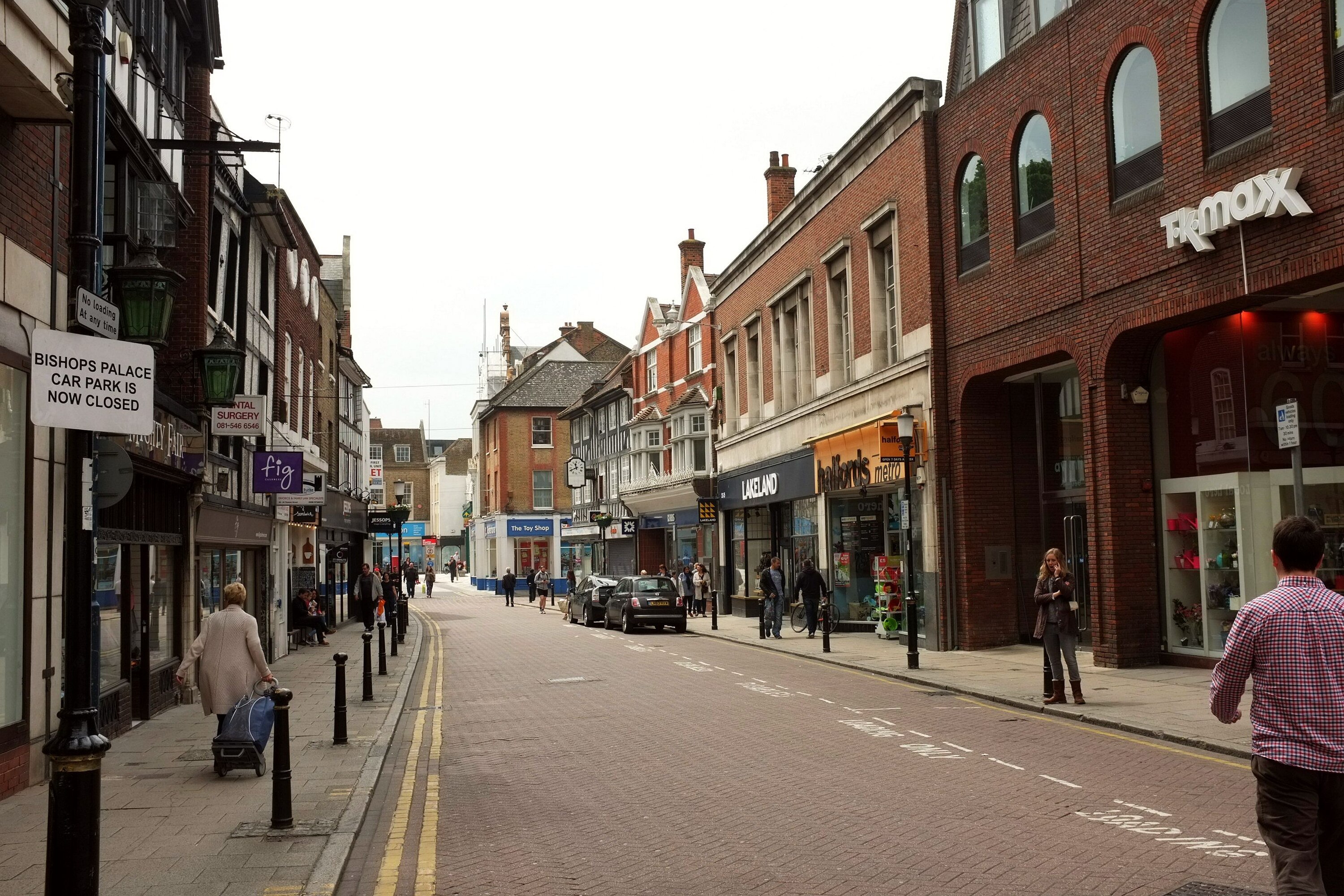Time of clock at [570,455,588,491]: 11:42
